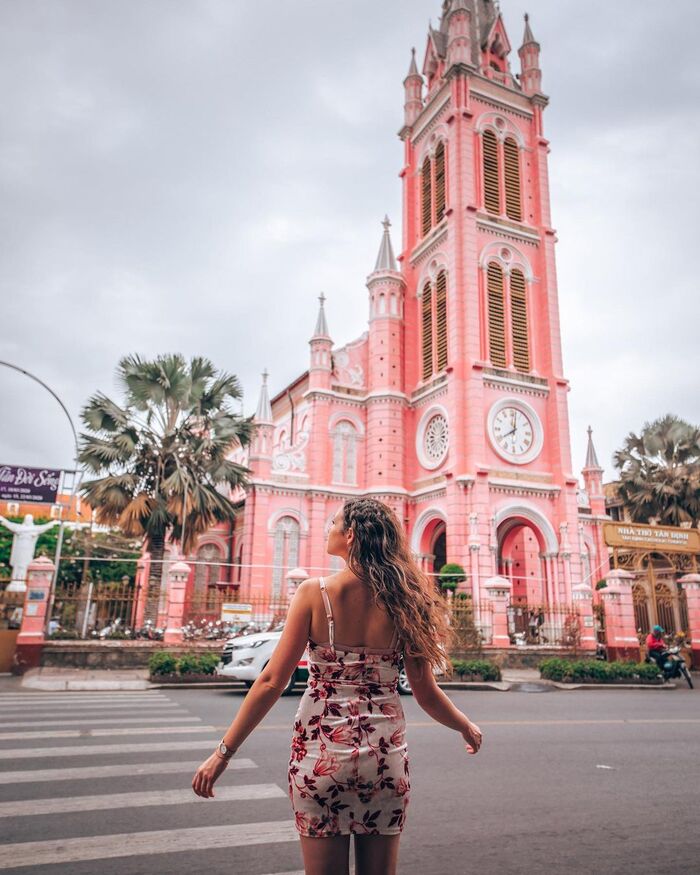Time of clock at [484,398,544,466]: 8:01
